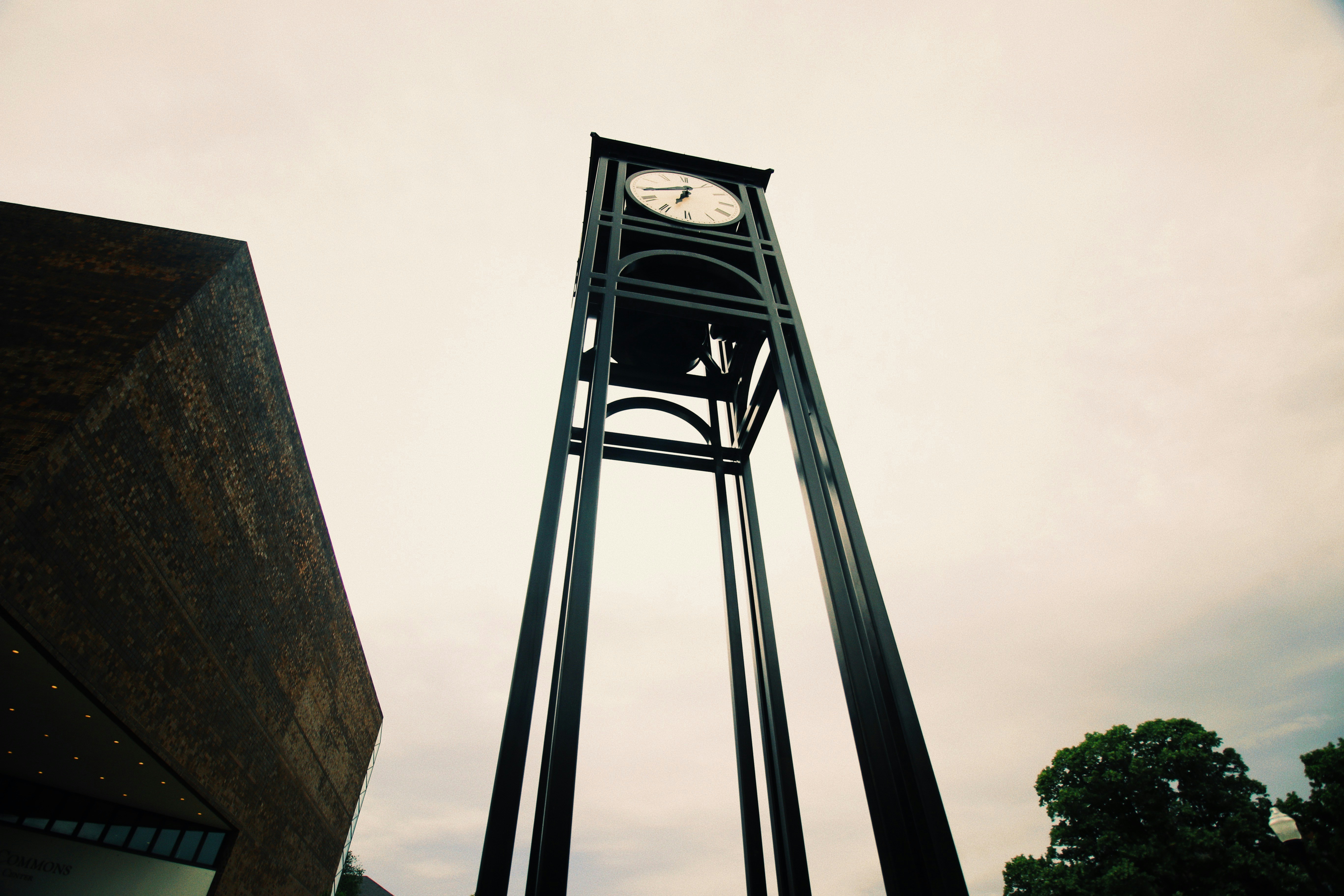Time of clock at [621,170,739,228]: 6:43
